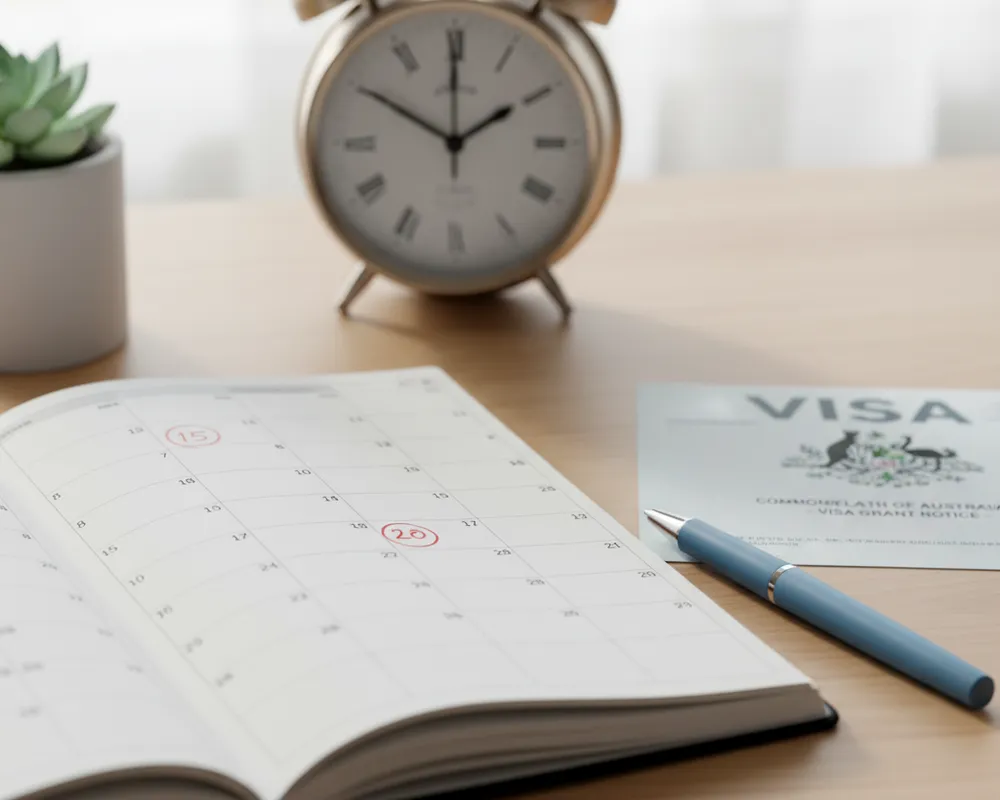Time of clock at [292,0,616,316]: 1:50
